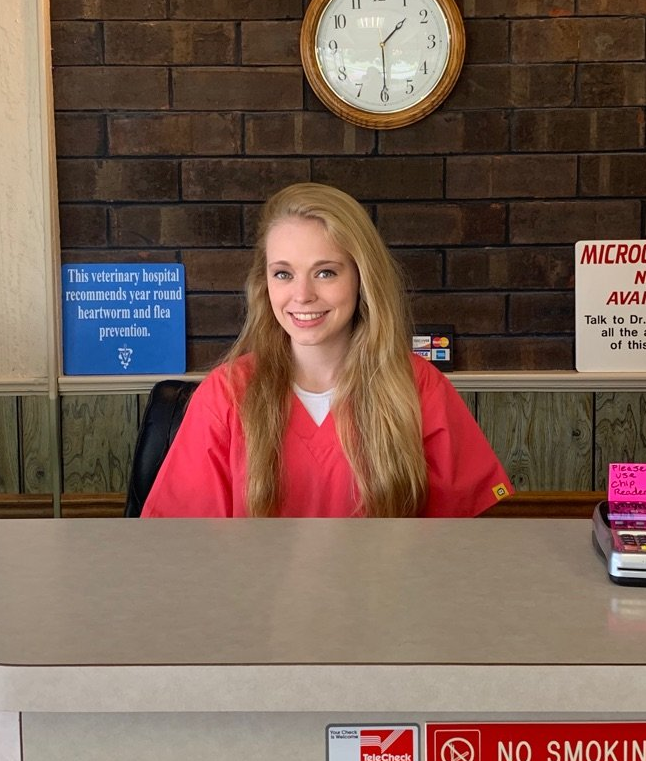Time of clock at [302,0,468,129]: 1:29
